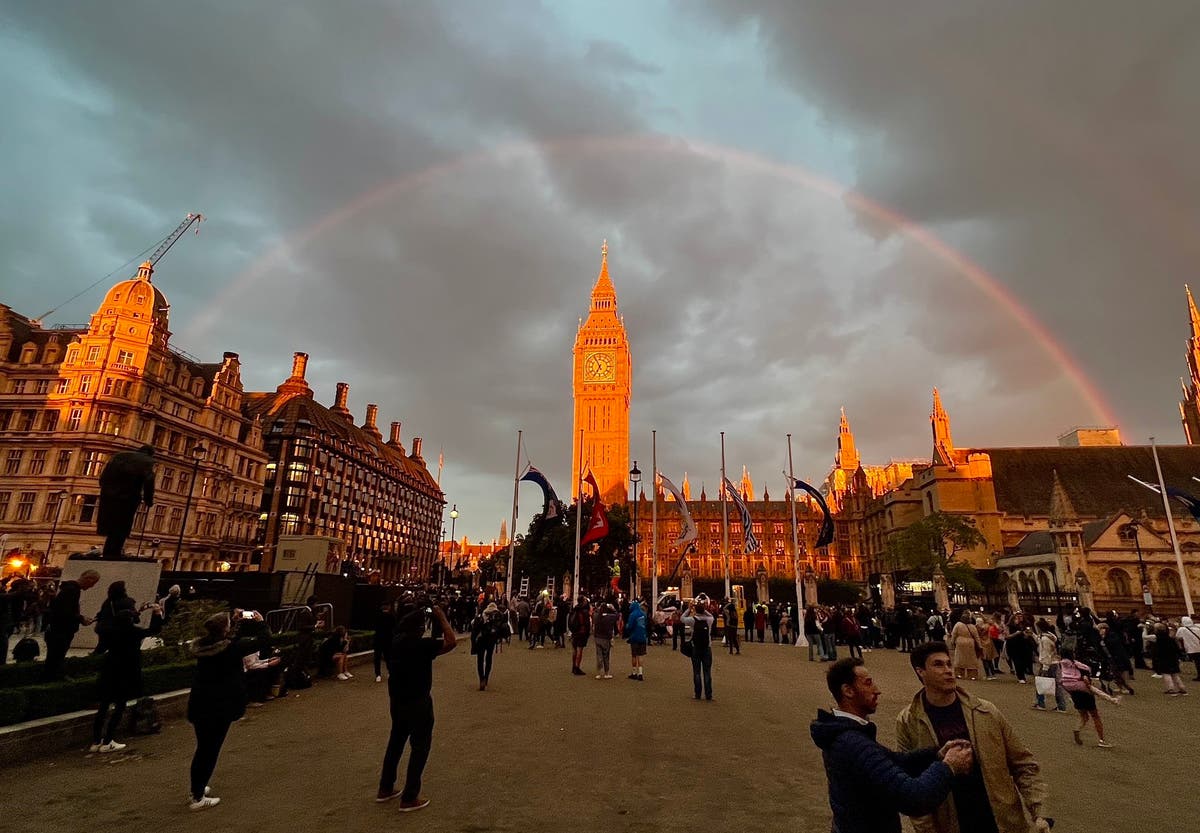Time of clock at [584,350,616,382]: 6:55
